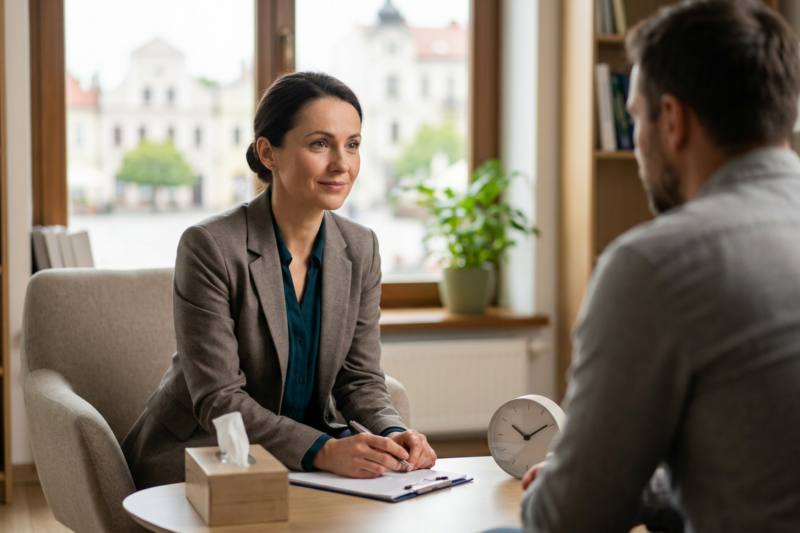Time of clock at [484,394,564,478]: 10:09
